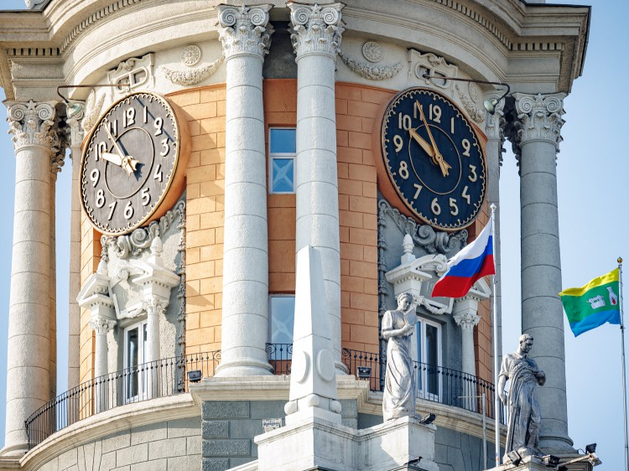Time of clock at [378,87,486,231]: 9:55
